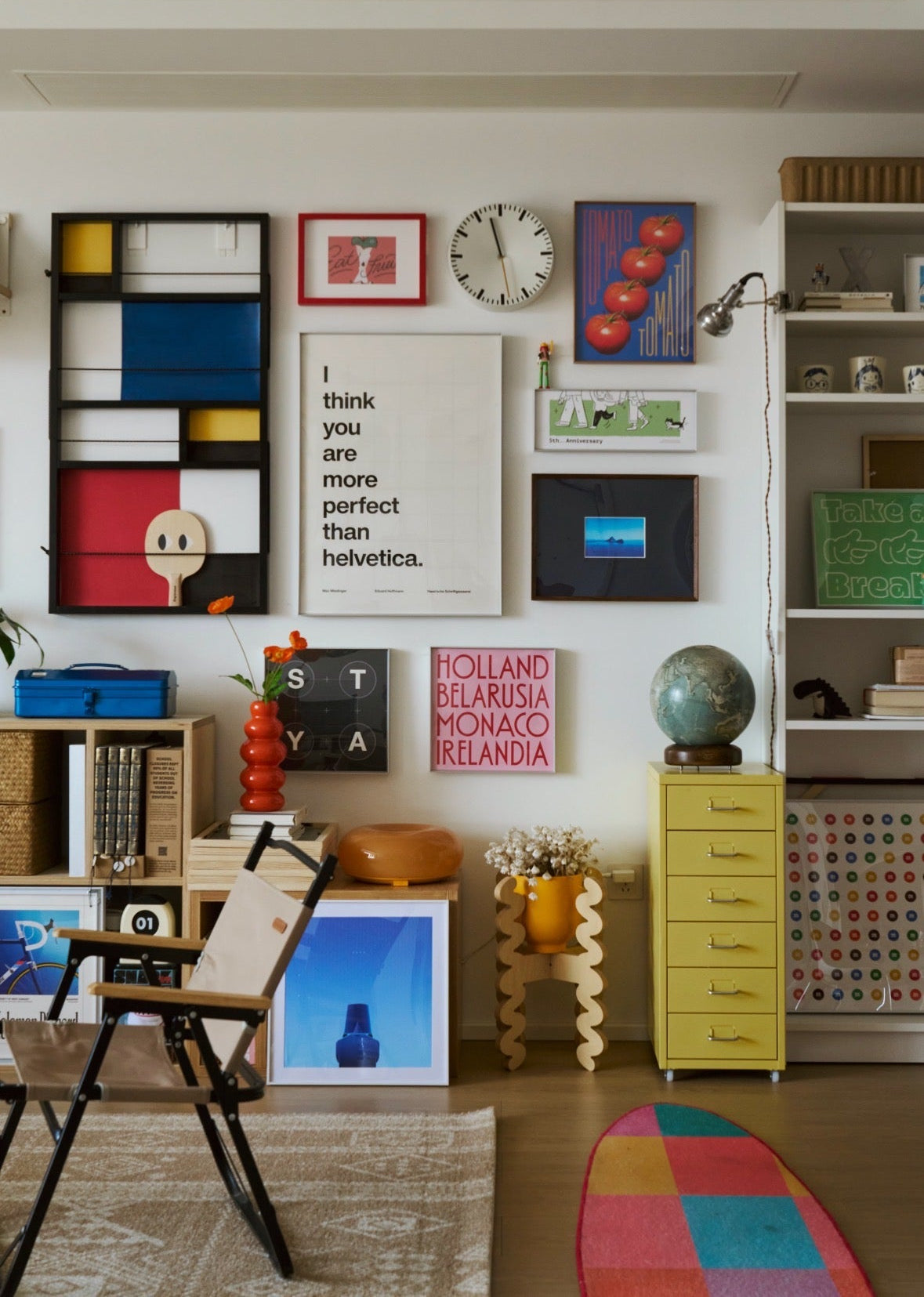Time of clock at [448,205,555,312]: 11:28
